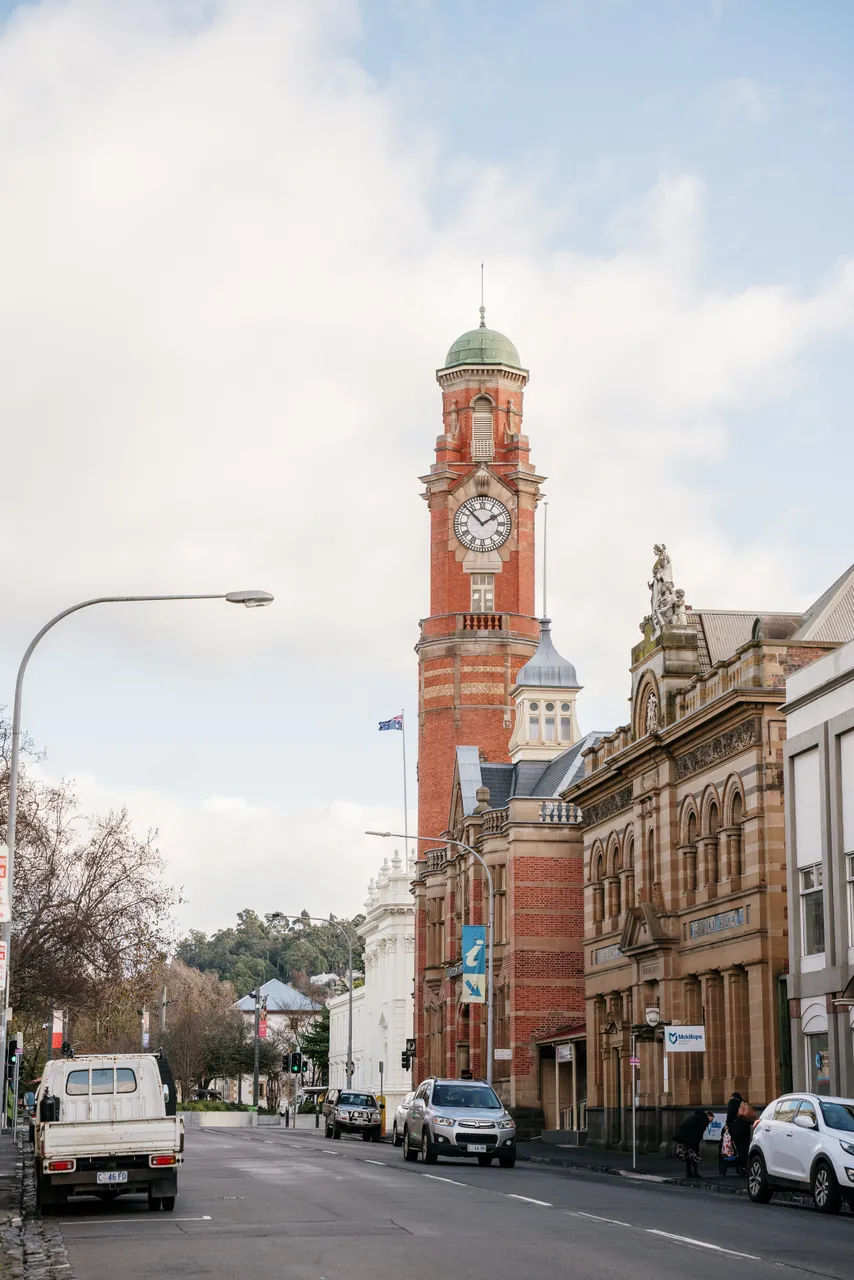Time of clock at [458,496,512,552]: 1:52
